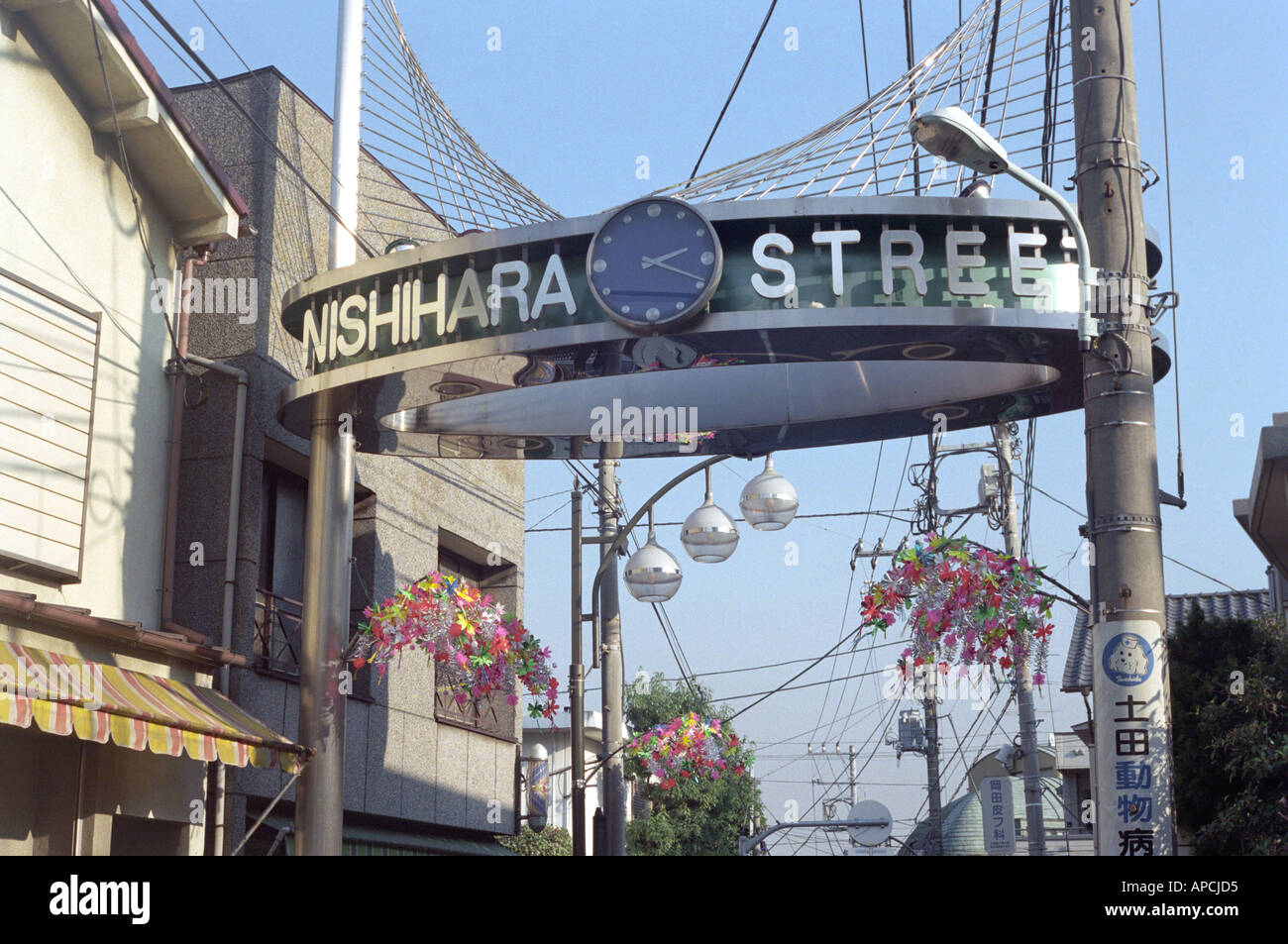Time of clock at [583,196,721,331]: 2:19
